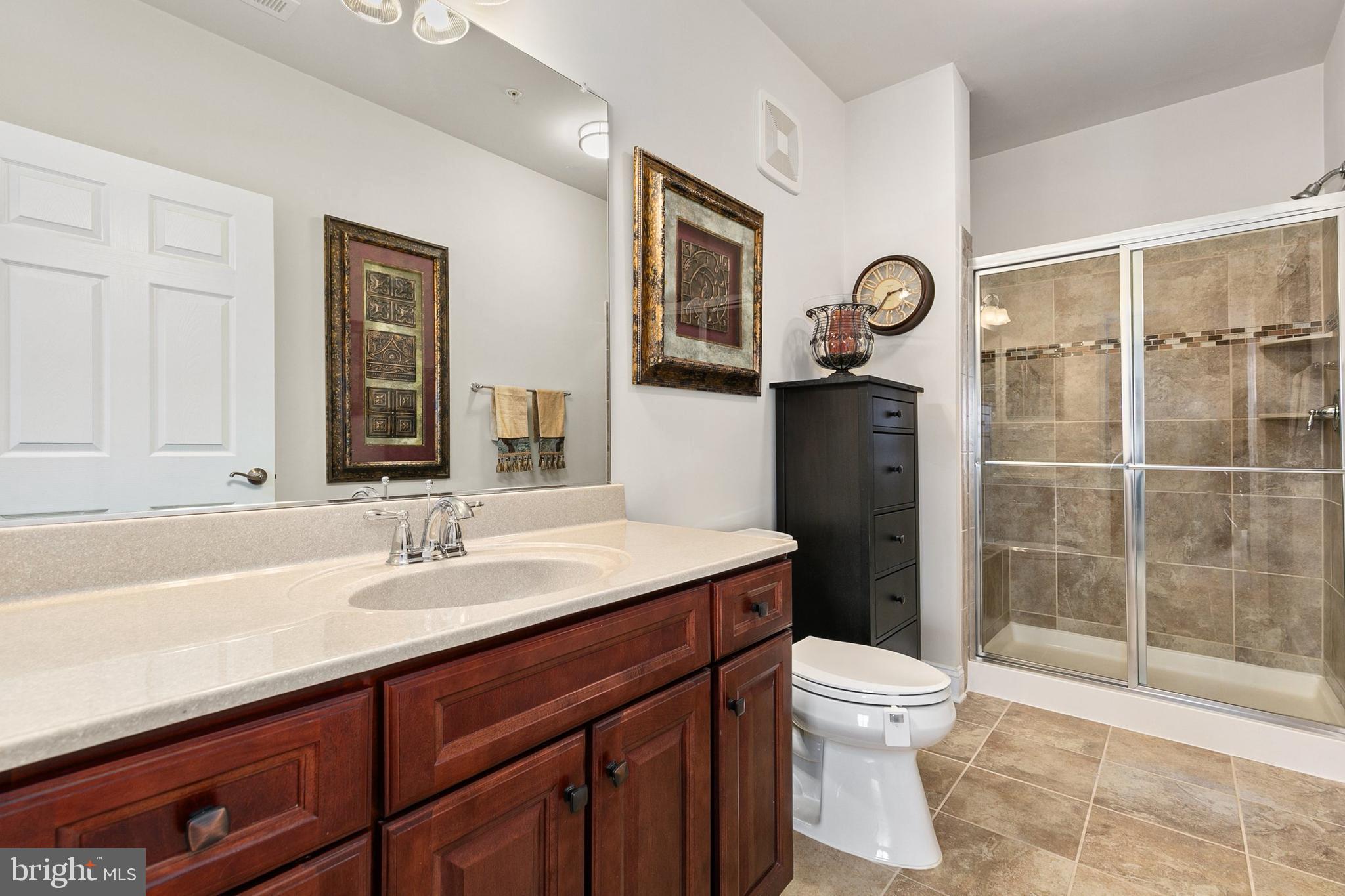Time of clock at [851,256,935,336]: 2:35
